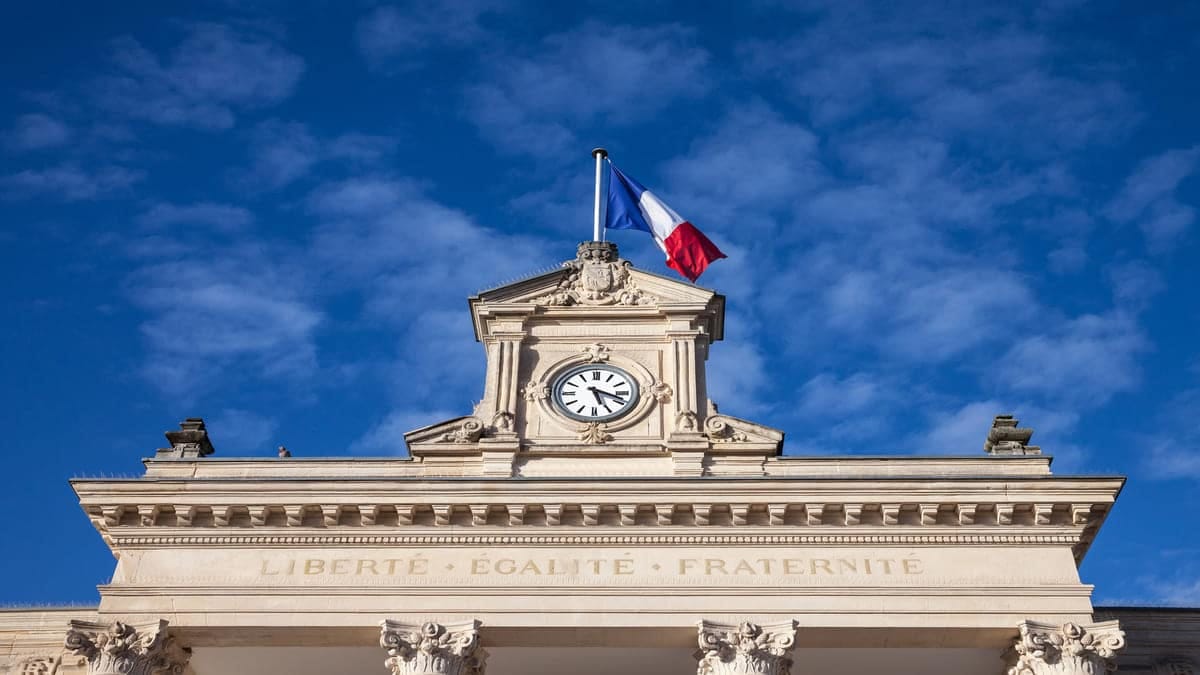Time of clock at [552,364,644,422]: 5:18
